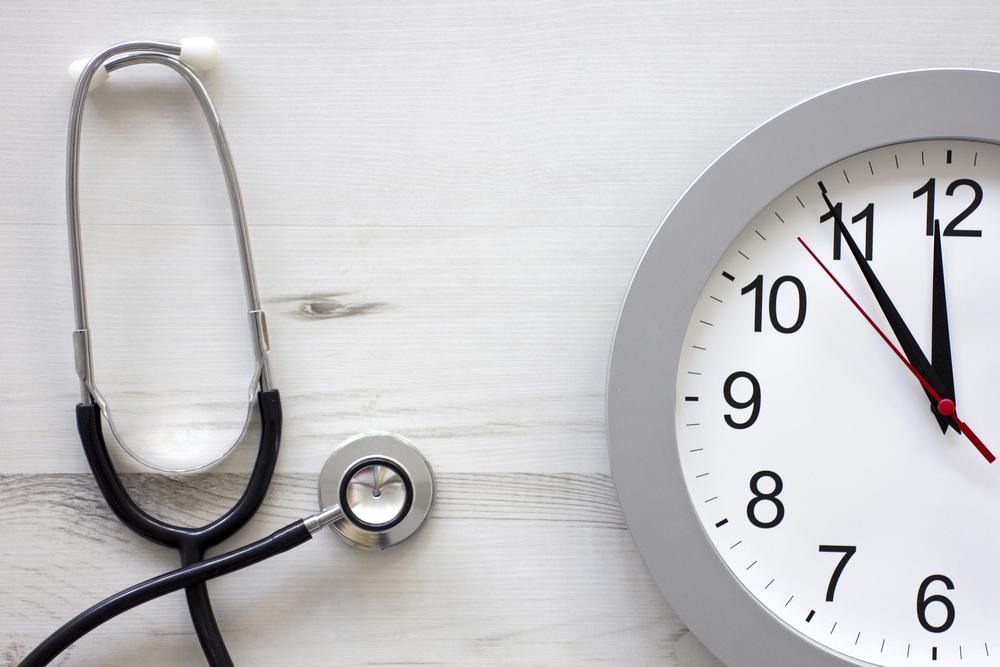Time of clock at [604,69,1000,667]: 11:54
